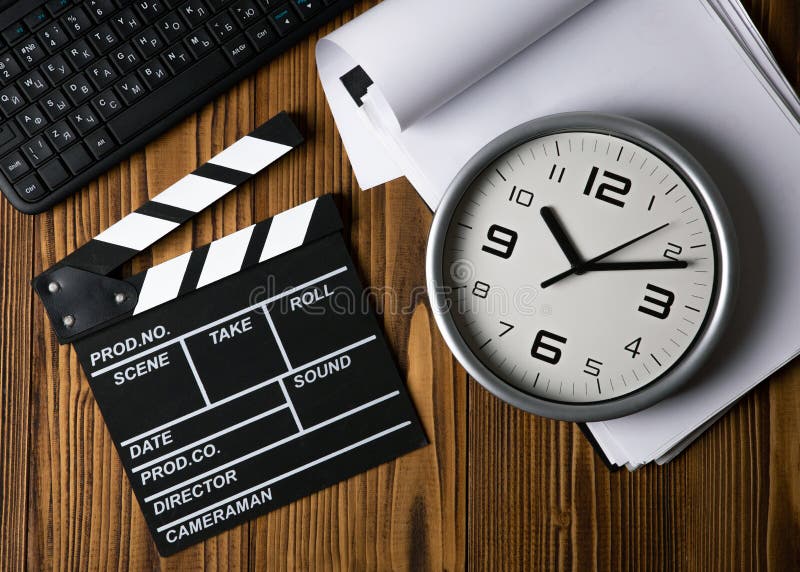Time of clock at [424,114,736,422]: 10:11
